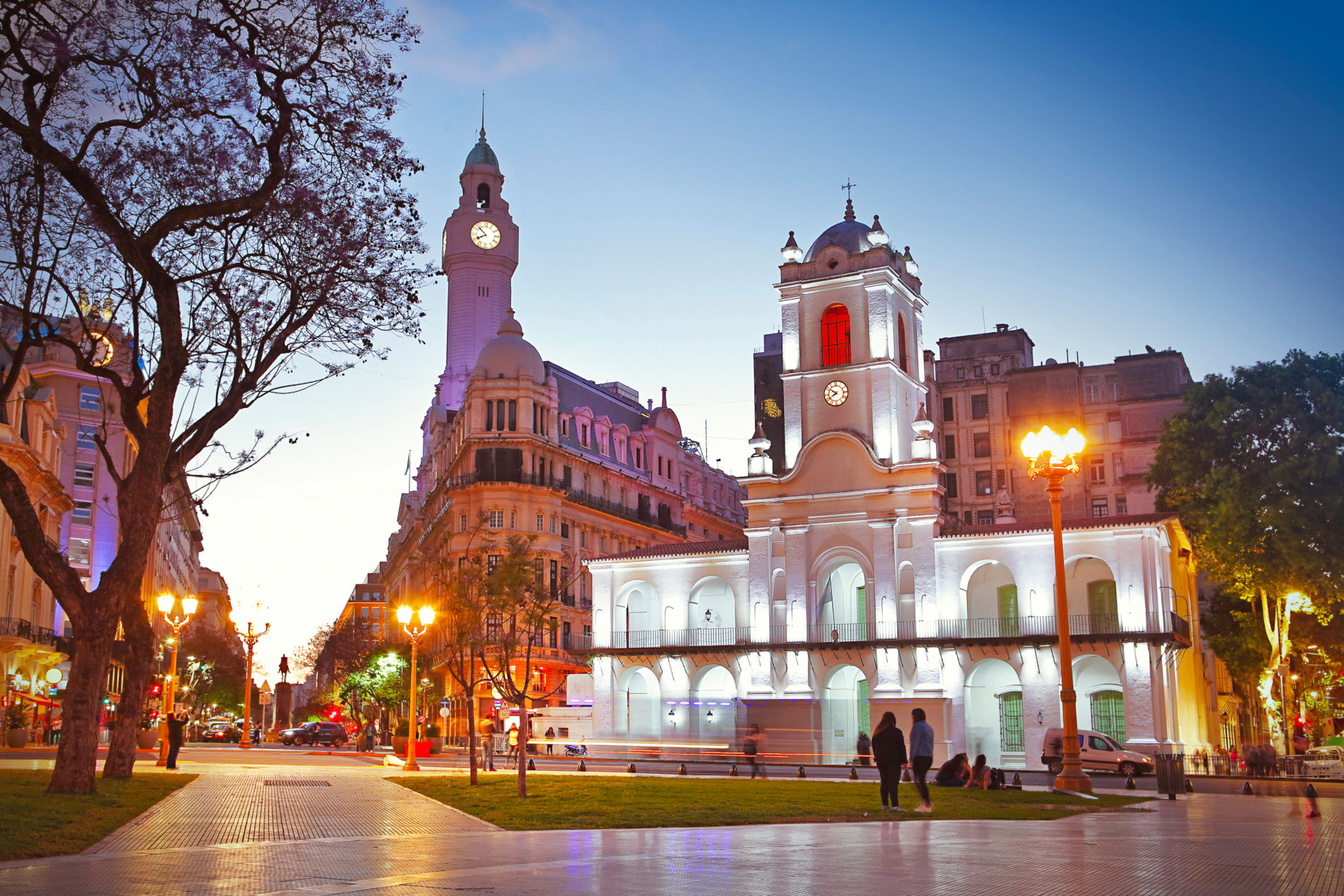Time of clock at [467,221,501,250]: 7:52
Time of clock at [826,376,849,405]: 7:51
